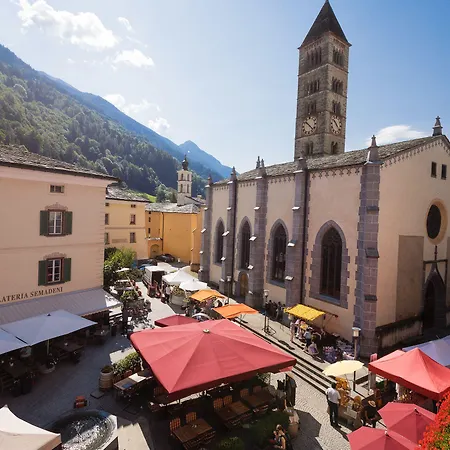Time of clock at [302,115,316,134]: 10:22
